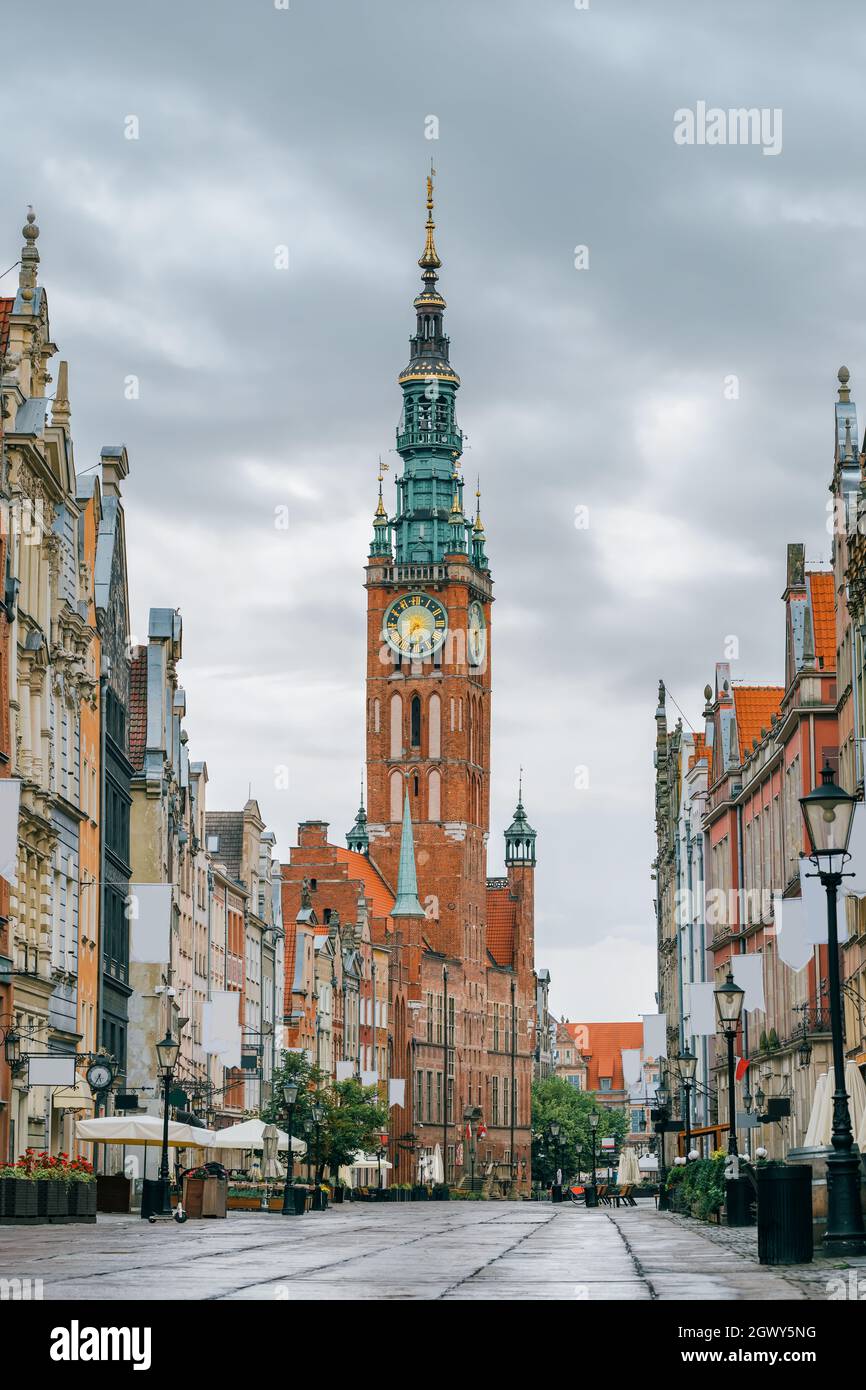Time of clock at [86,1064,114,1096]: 5:34
